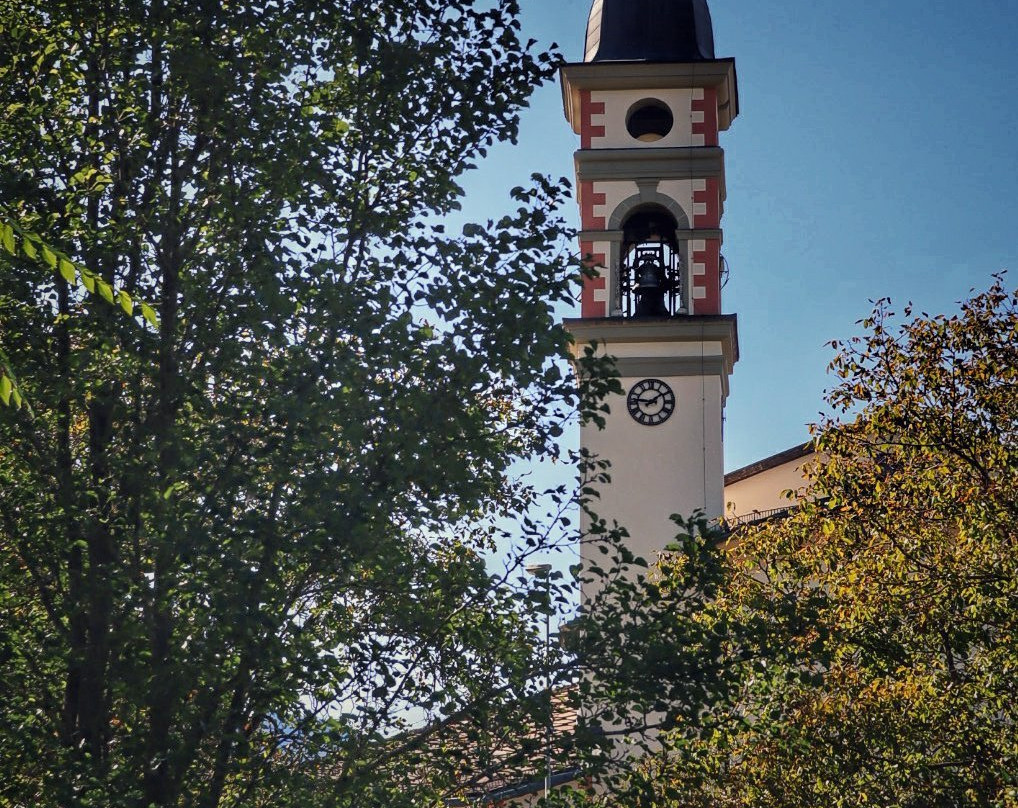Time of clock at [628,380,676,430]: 1:46
